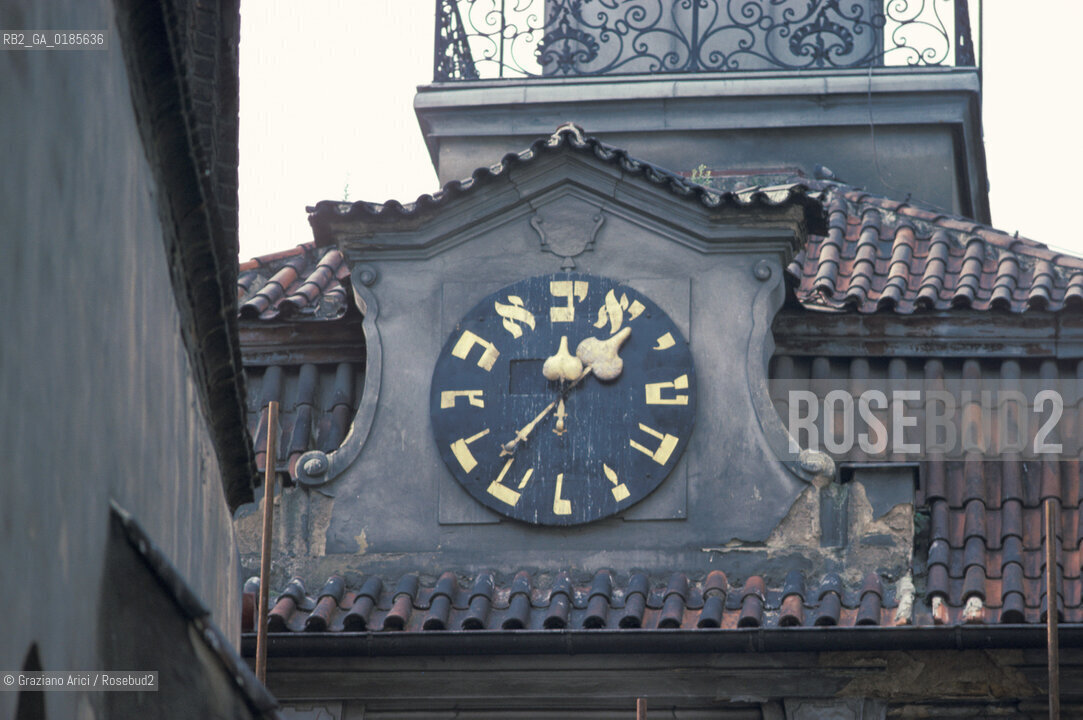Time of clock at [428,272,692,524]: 12:37
